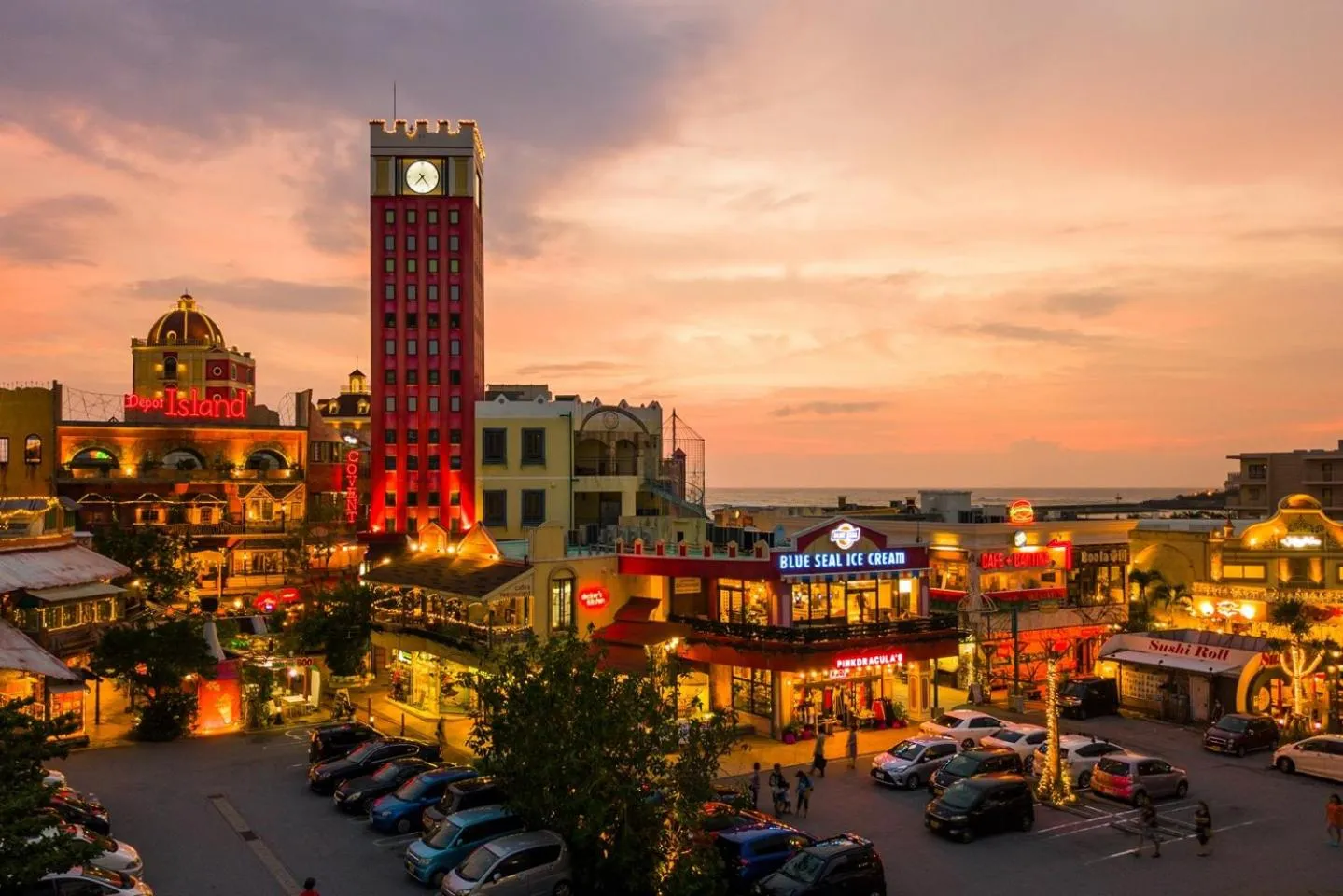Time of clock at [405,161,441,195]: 7:24
